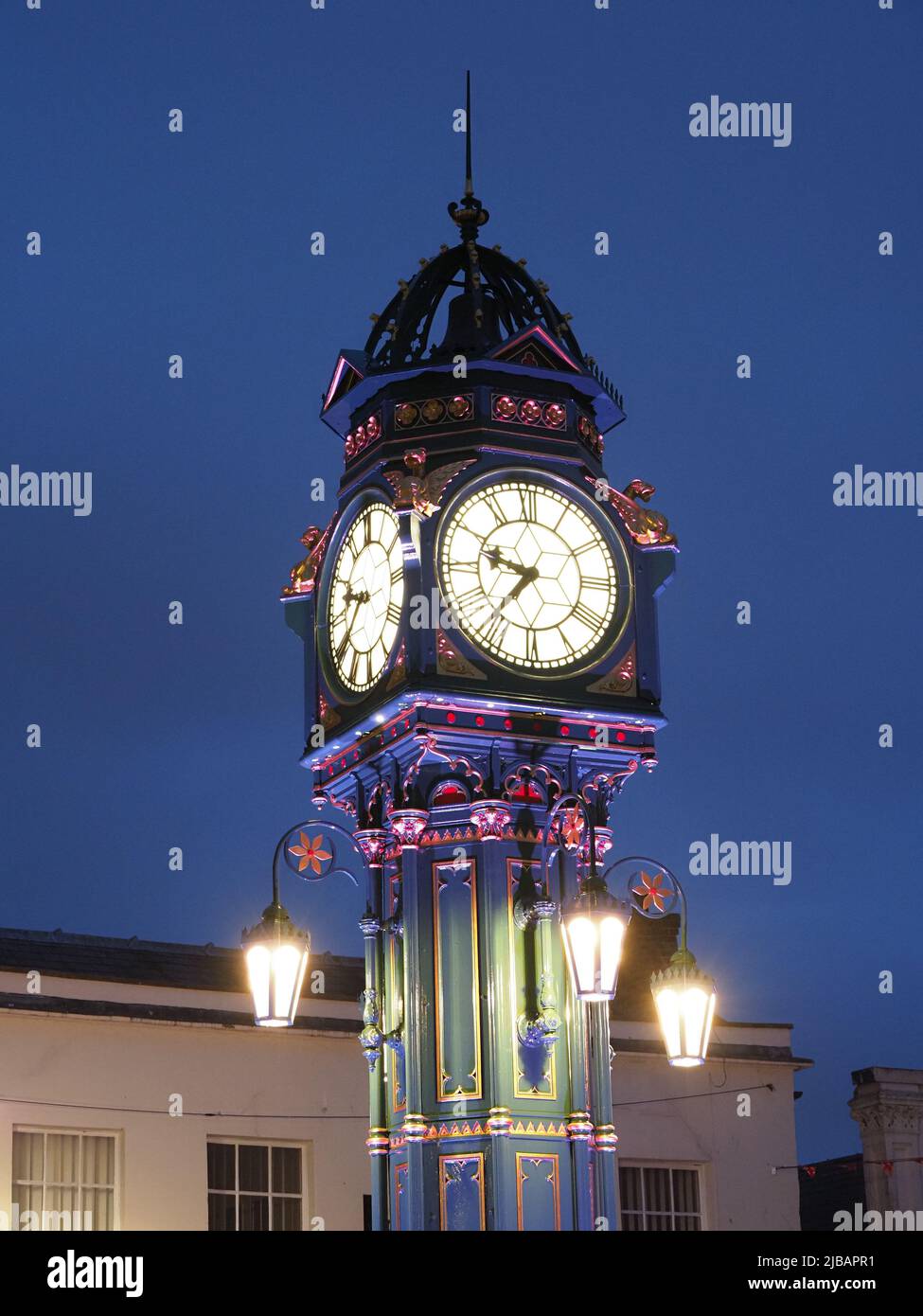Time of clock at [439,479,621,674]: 9:36
